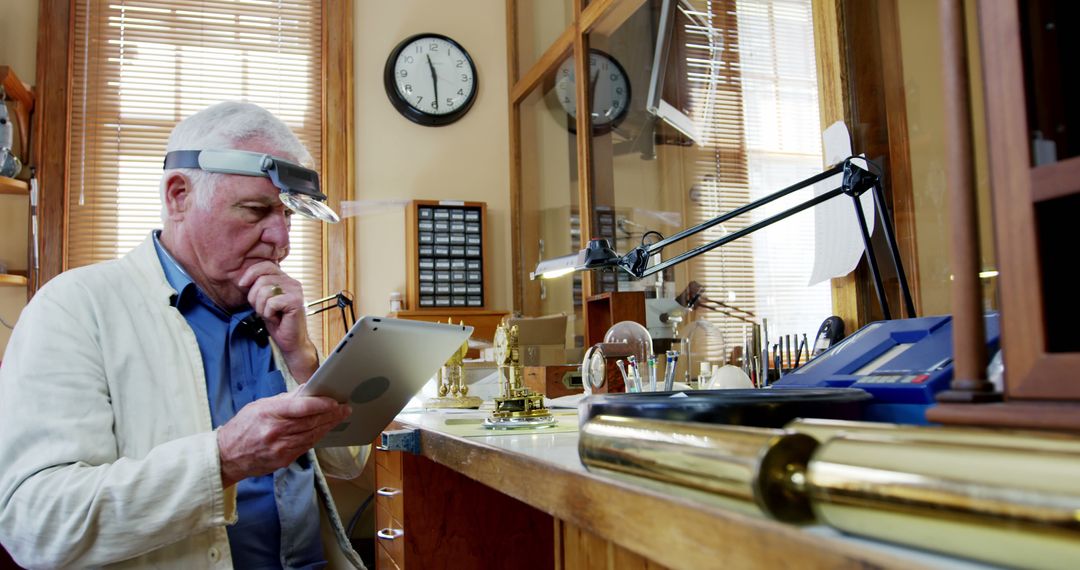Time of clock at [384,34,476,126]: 11:29
